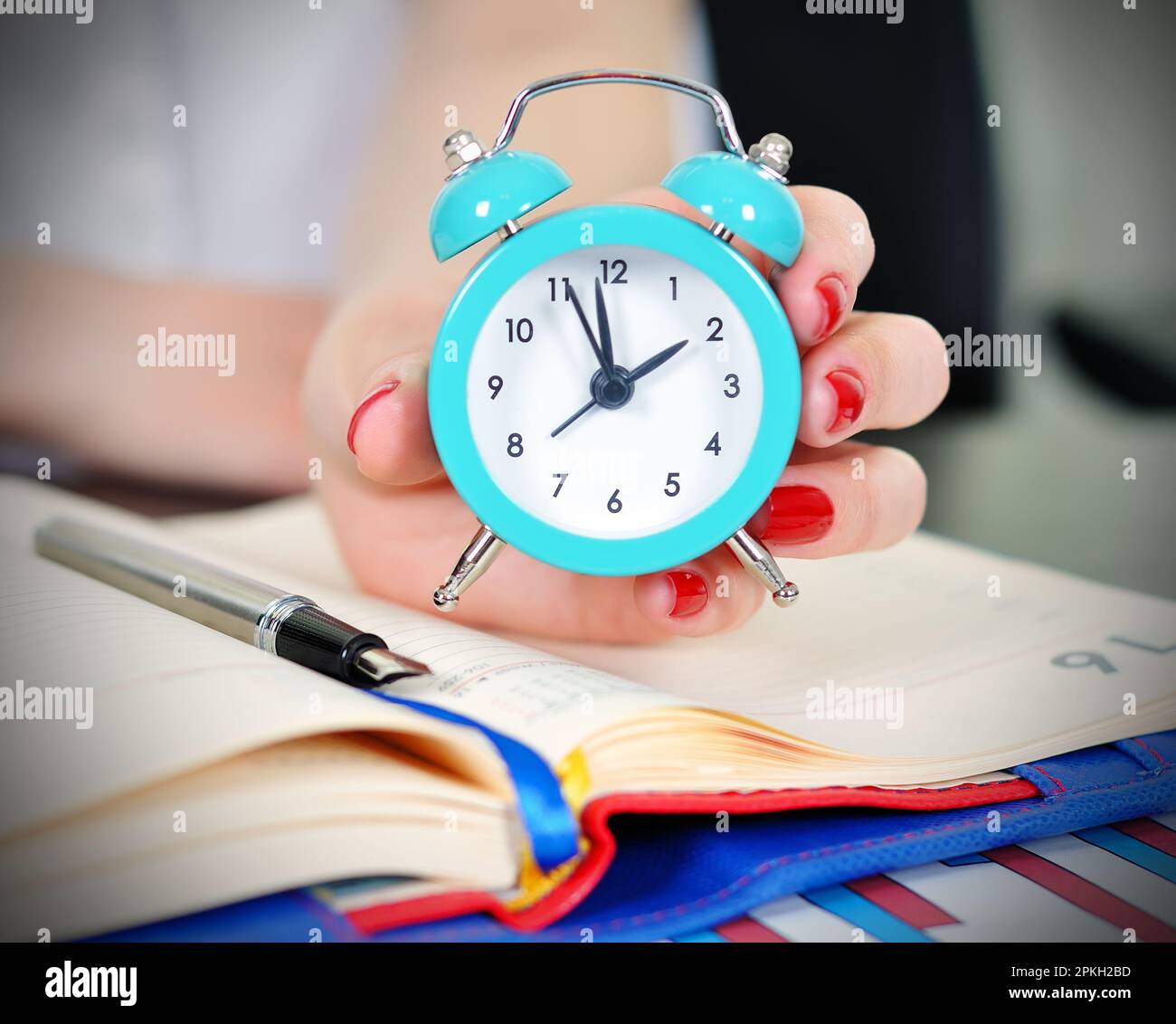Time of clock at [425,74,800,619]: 1:57
